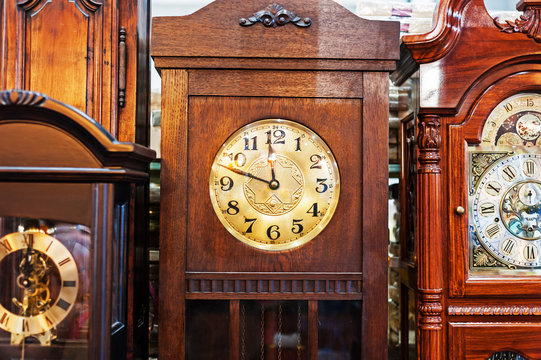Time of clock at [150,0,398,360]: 11:47
